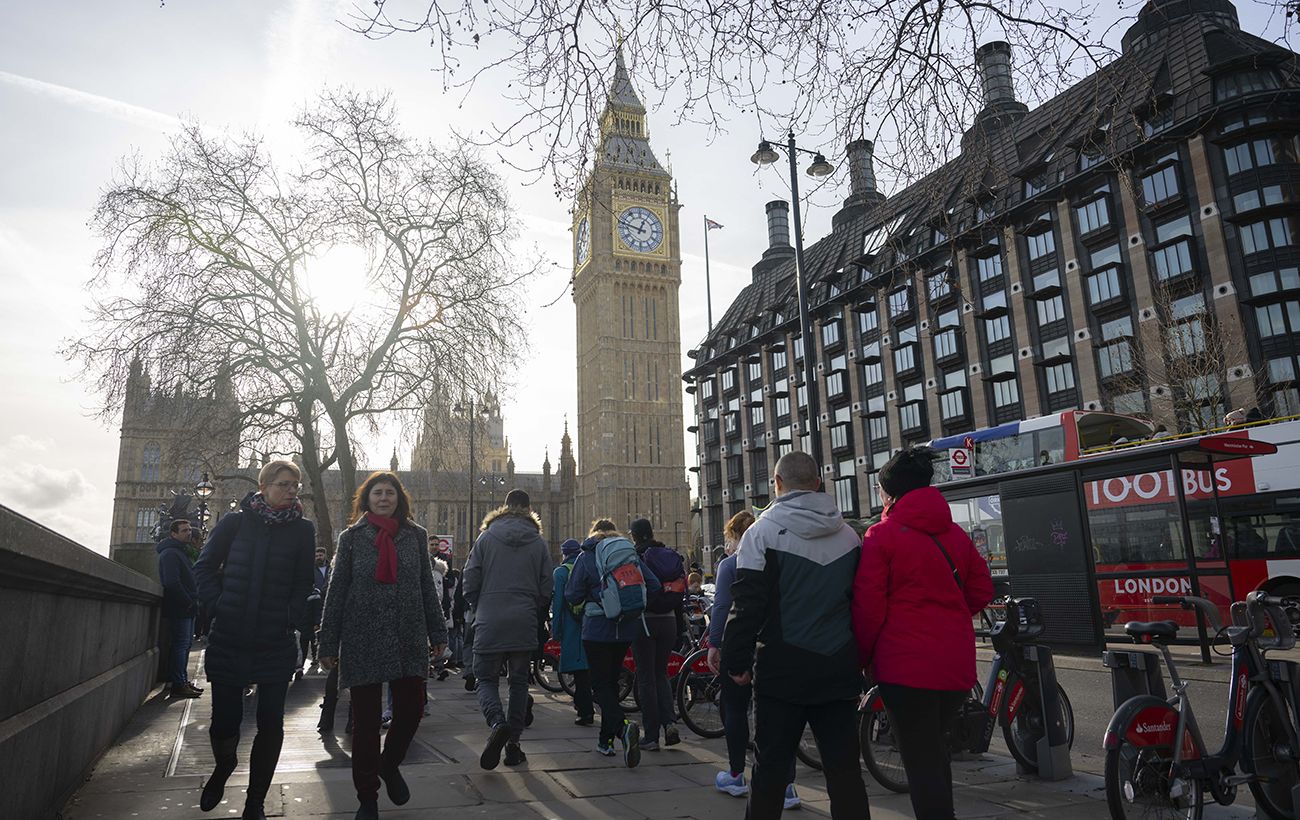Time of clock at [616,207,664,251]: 12:47
